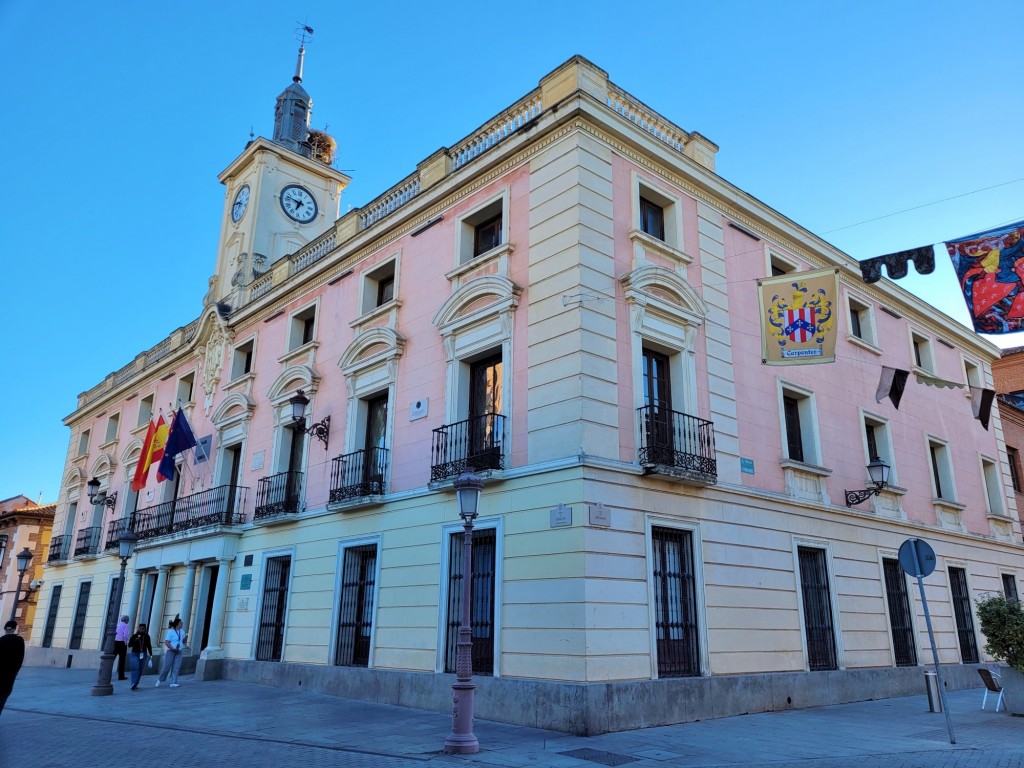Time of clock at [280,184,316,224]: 6:47
